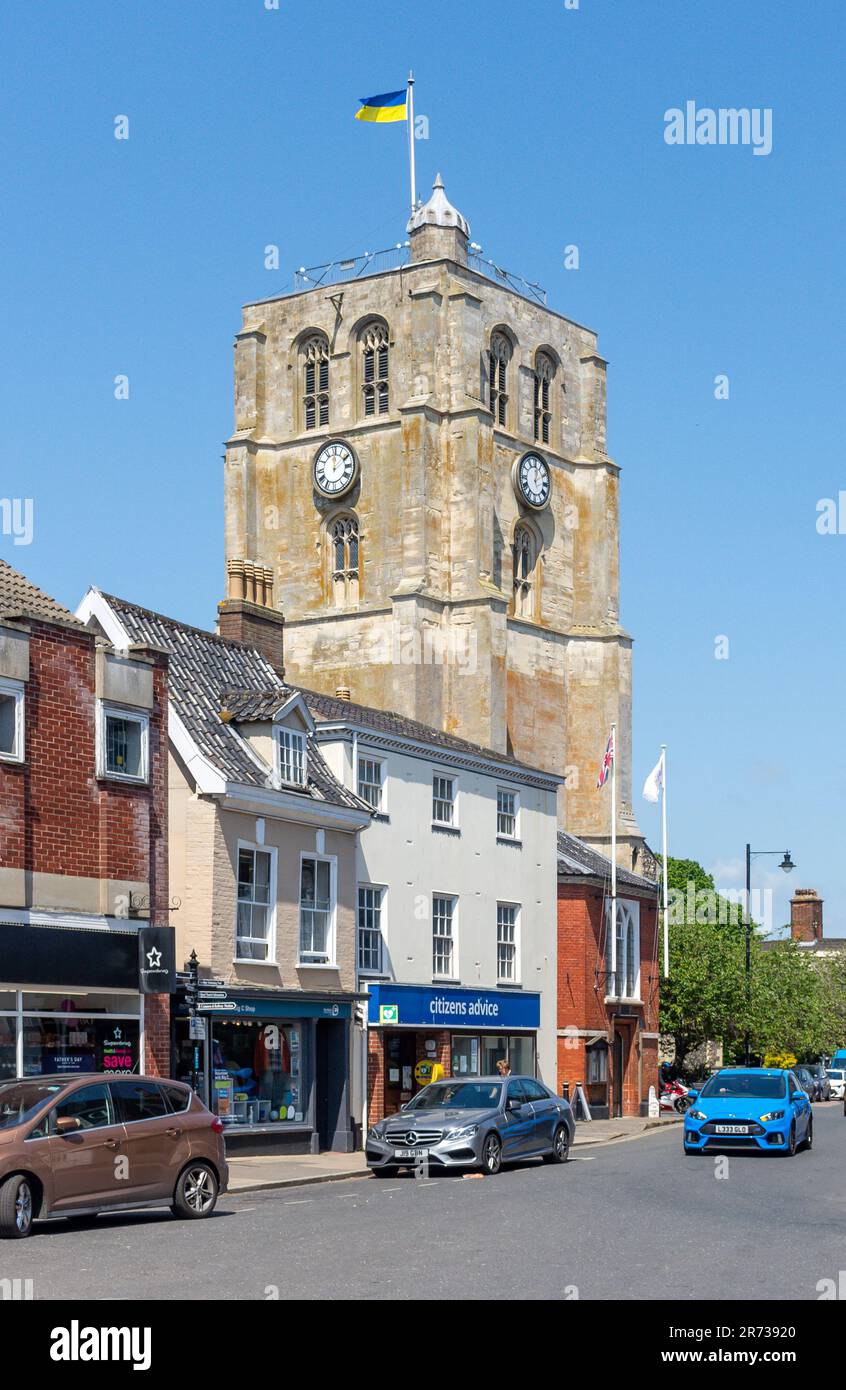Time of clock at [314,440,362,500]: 12:09
